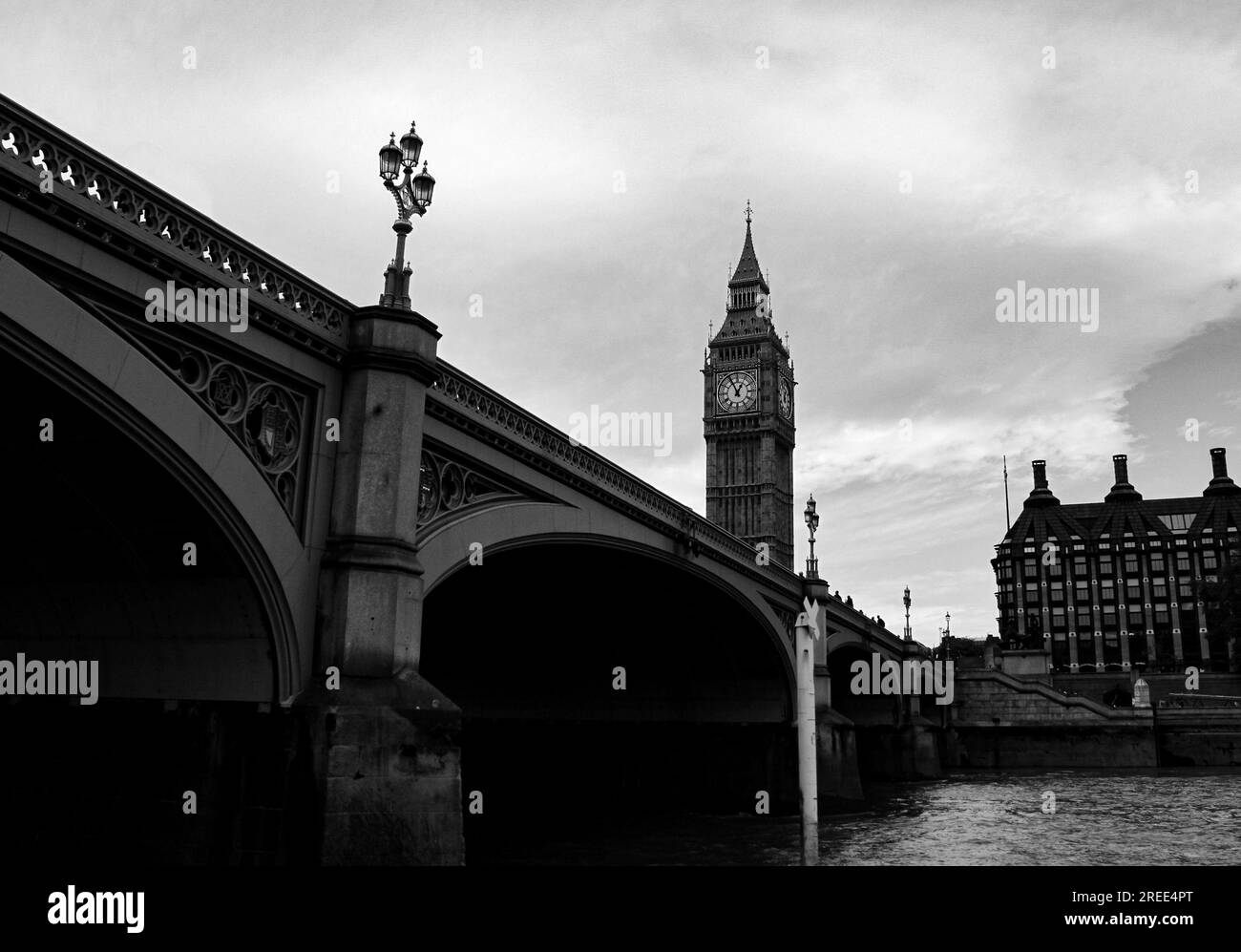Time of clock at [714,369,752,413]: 12:55
